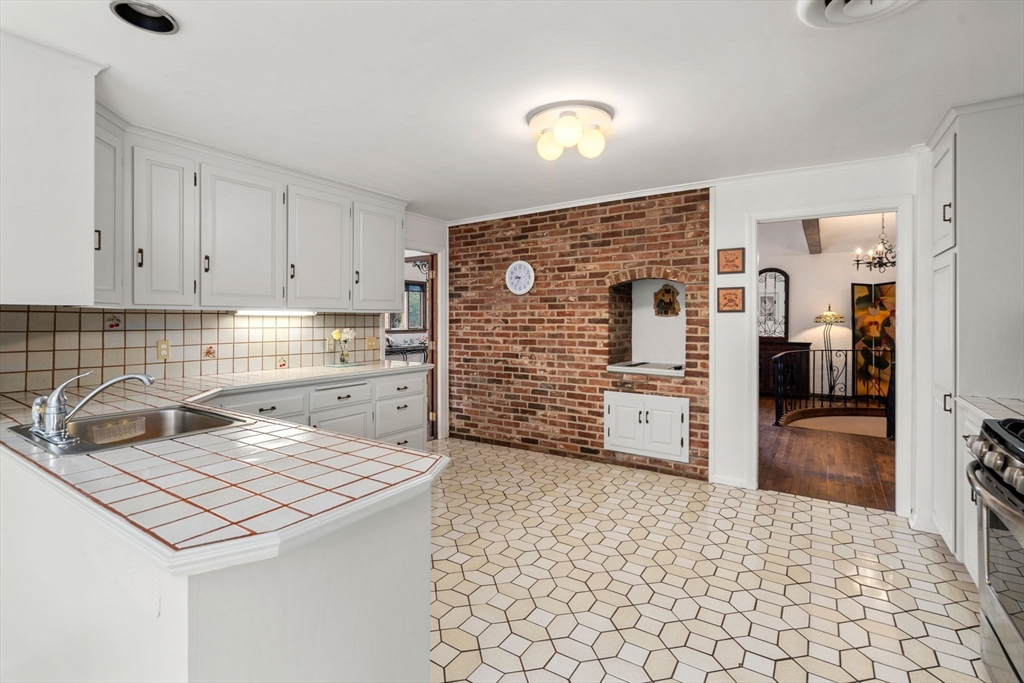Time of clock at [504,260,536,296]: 9:34
